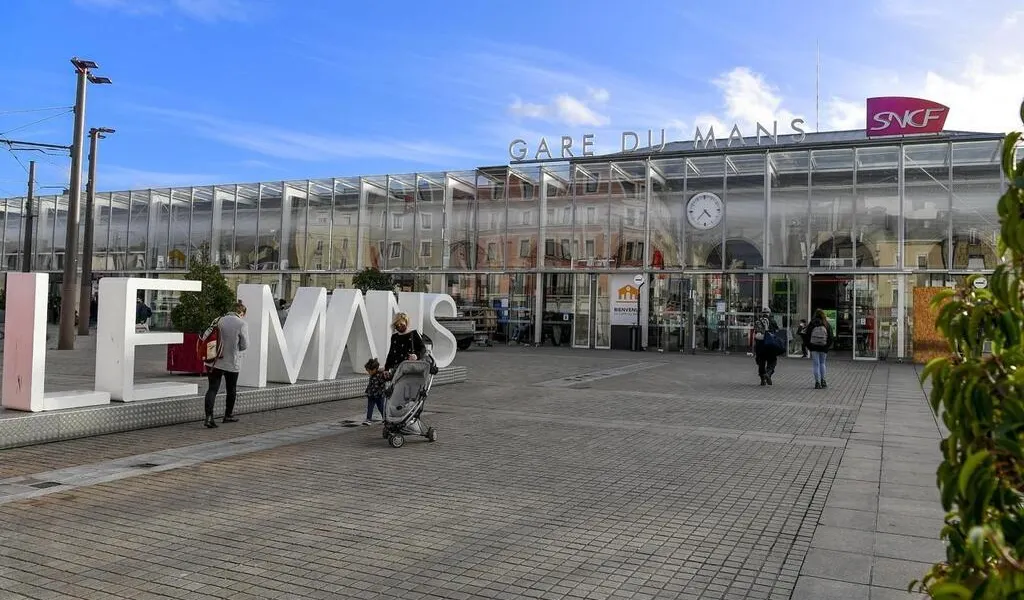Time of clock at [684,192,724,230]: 4:37
